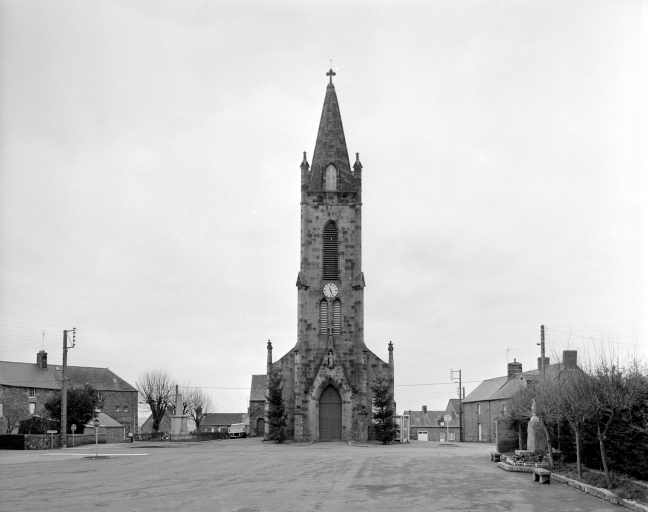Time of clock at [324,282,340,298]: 11:26
